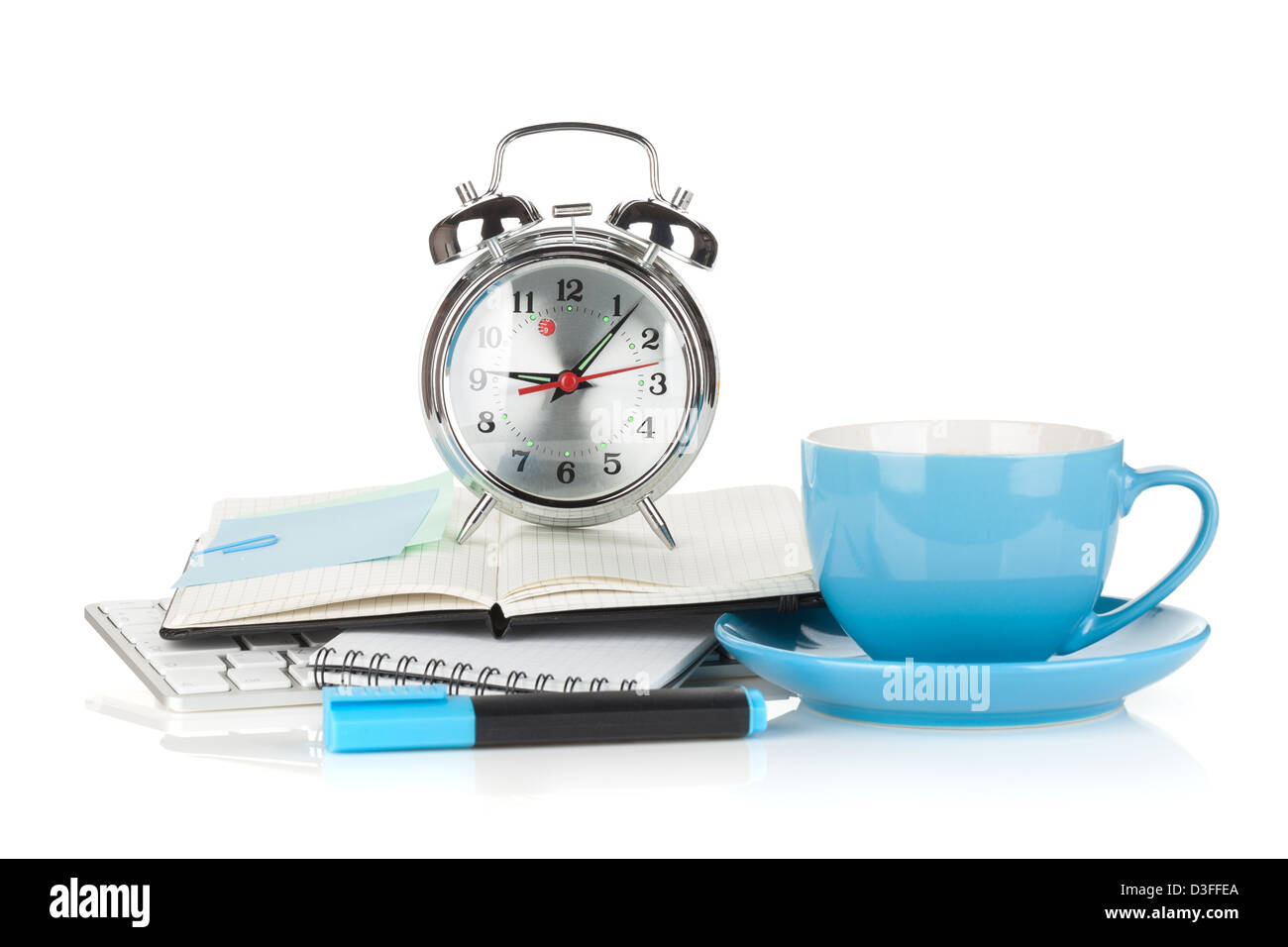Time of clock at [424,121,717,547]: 9:07
